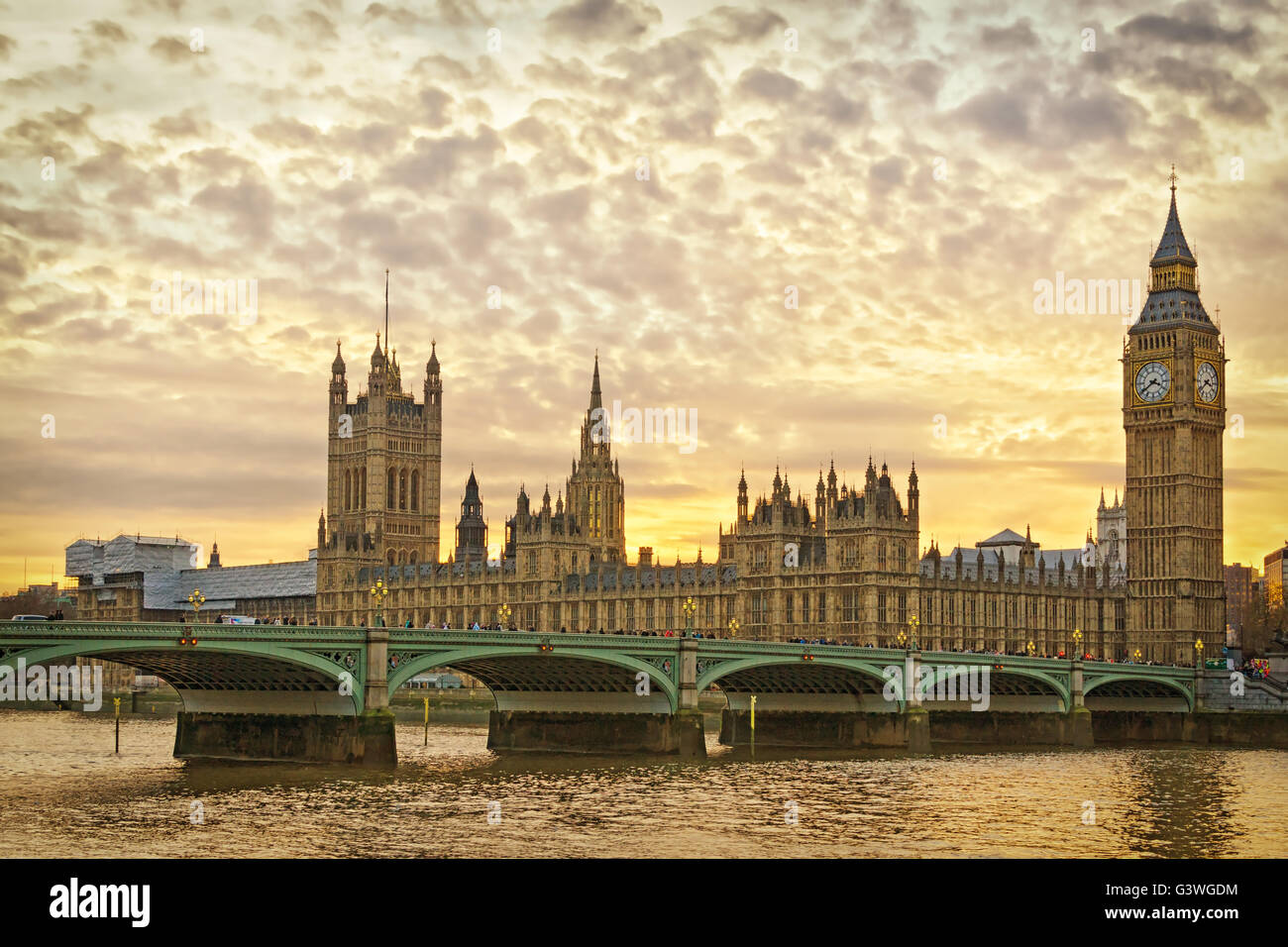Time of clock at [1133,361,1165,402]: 3:39
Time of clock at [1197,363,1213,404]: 3:38
